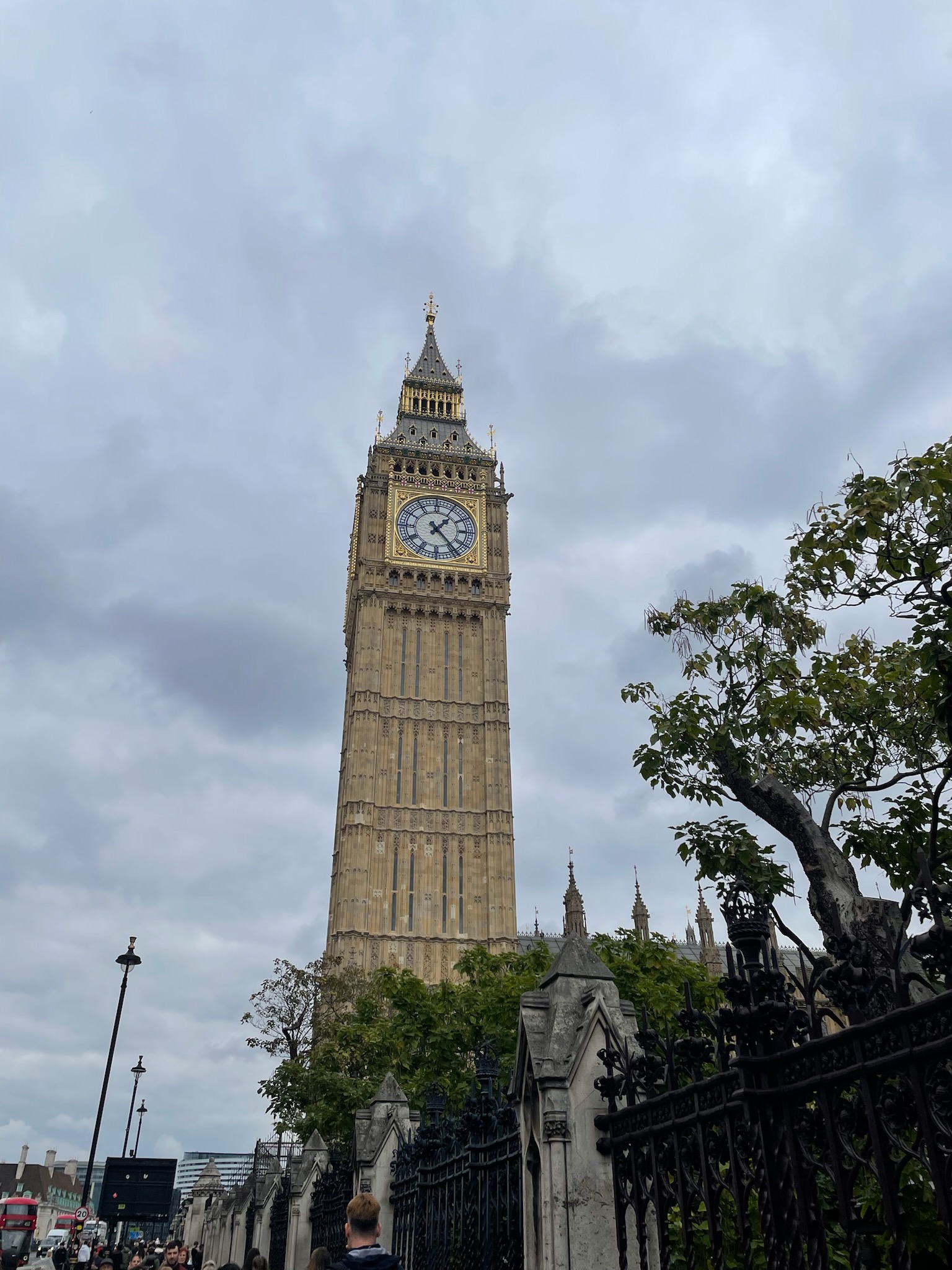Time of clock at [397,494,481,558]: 1:23
